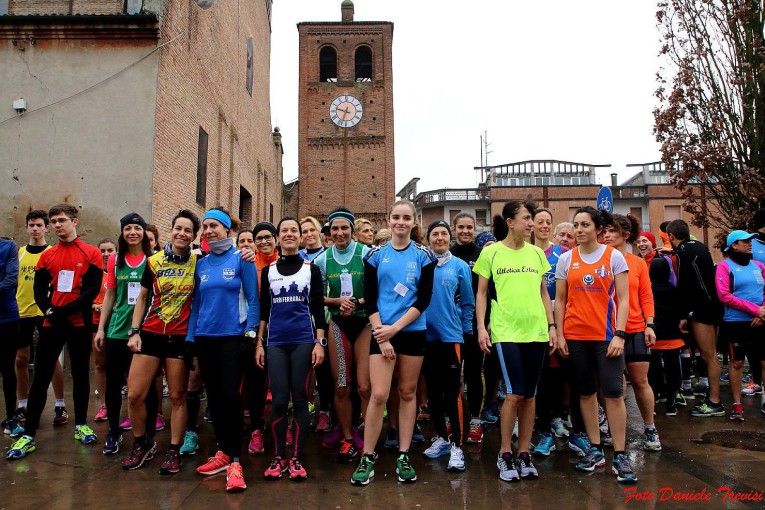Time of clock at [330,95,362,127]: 9:33
